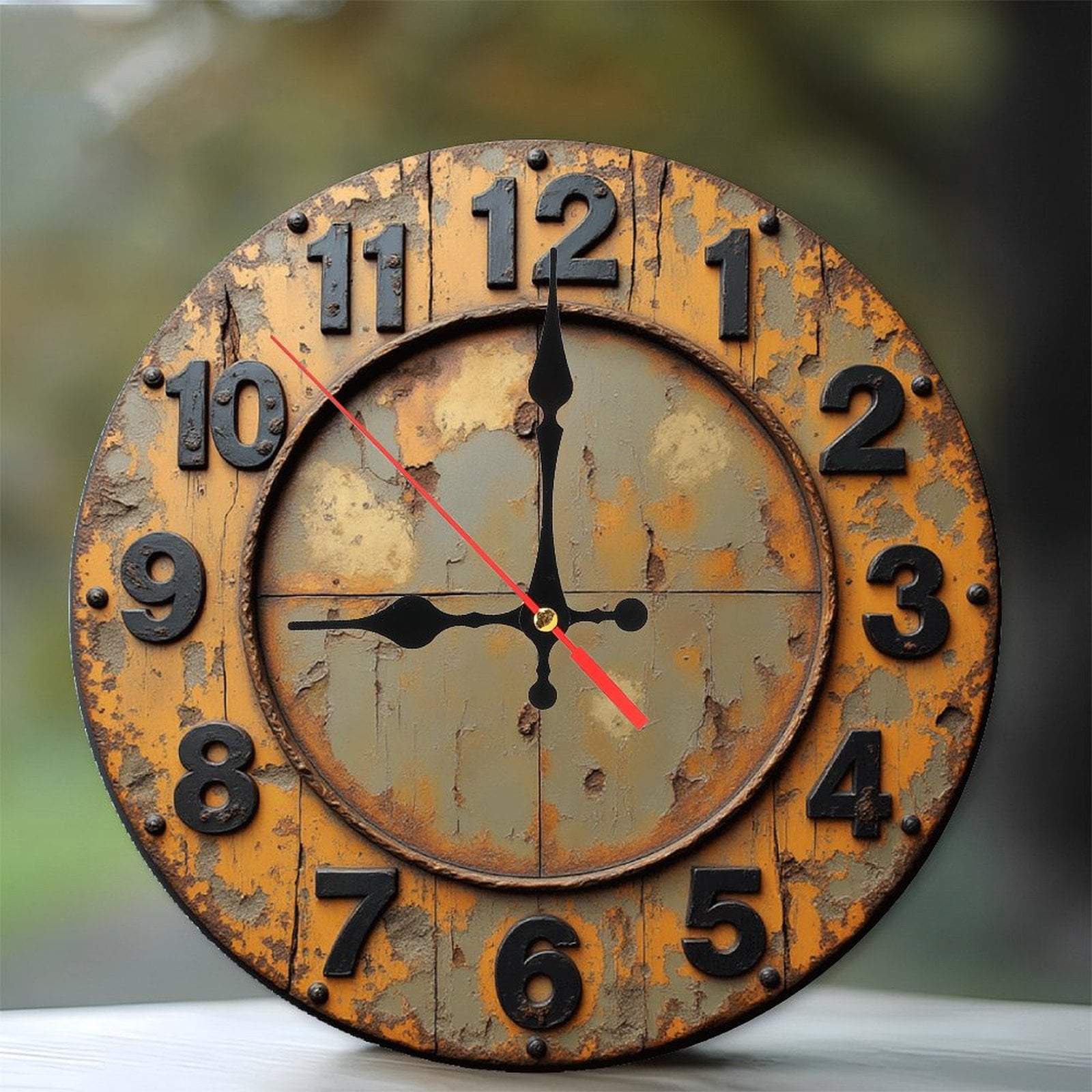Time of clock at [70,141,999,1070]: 8:59
